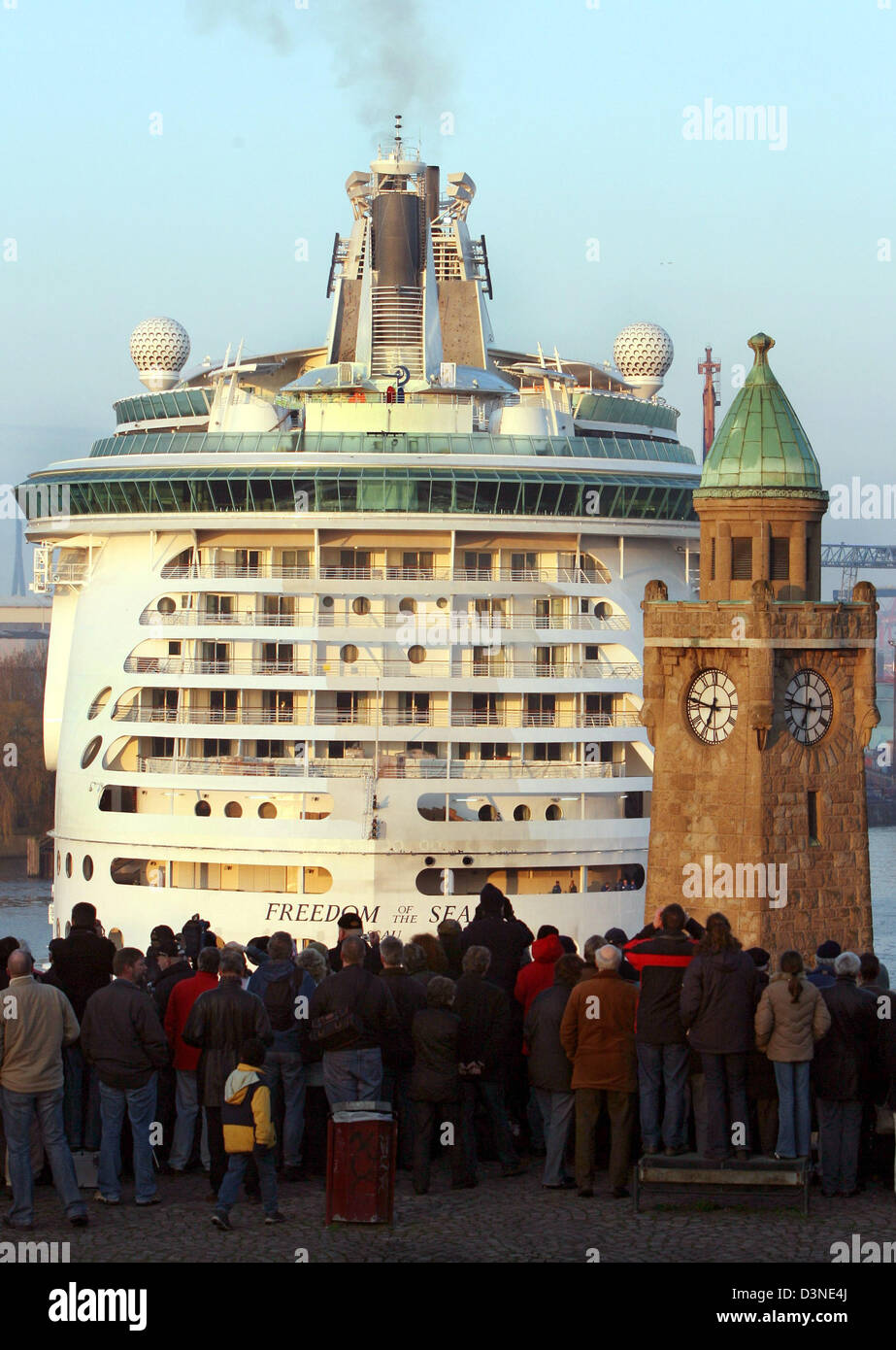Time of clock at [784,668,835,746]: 6:47
